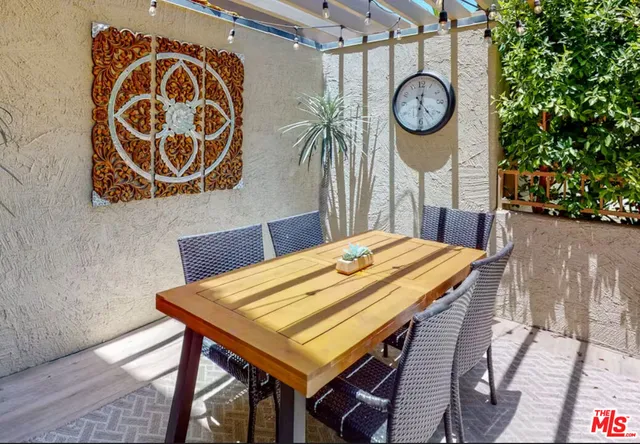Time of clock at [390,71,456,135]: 12:23
